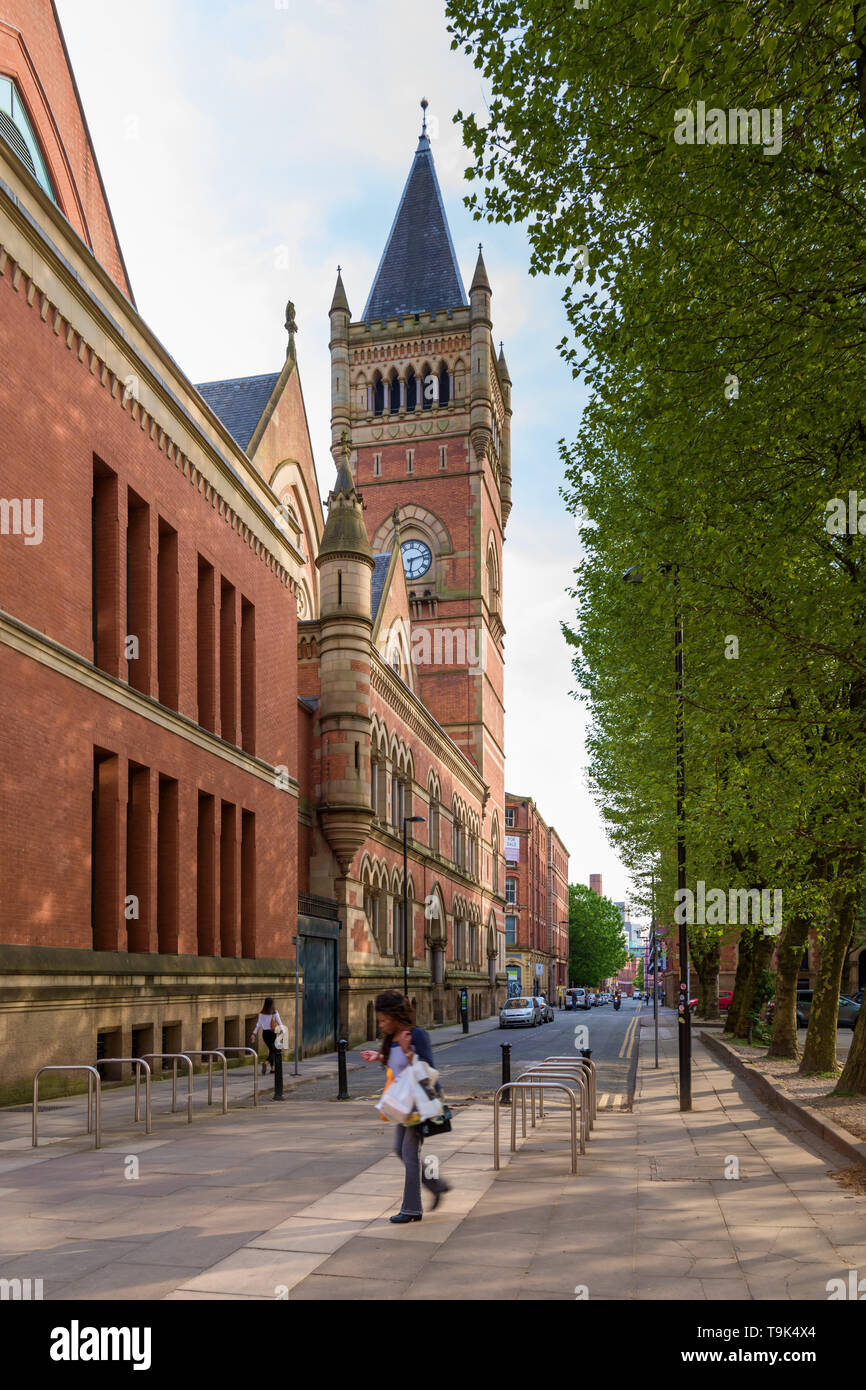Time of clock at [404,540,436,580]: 6:12
